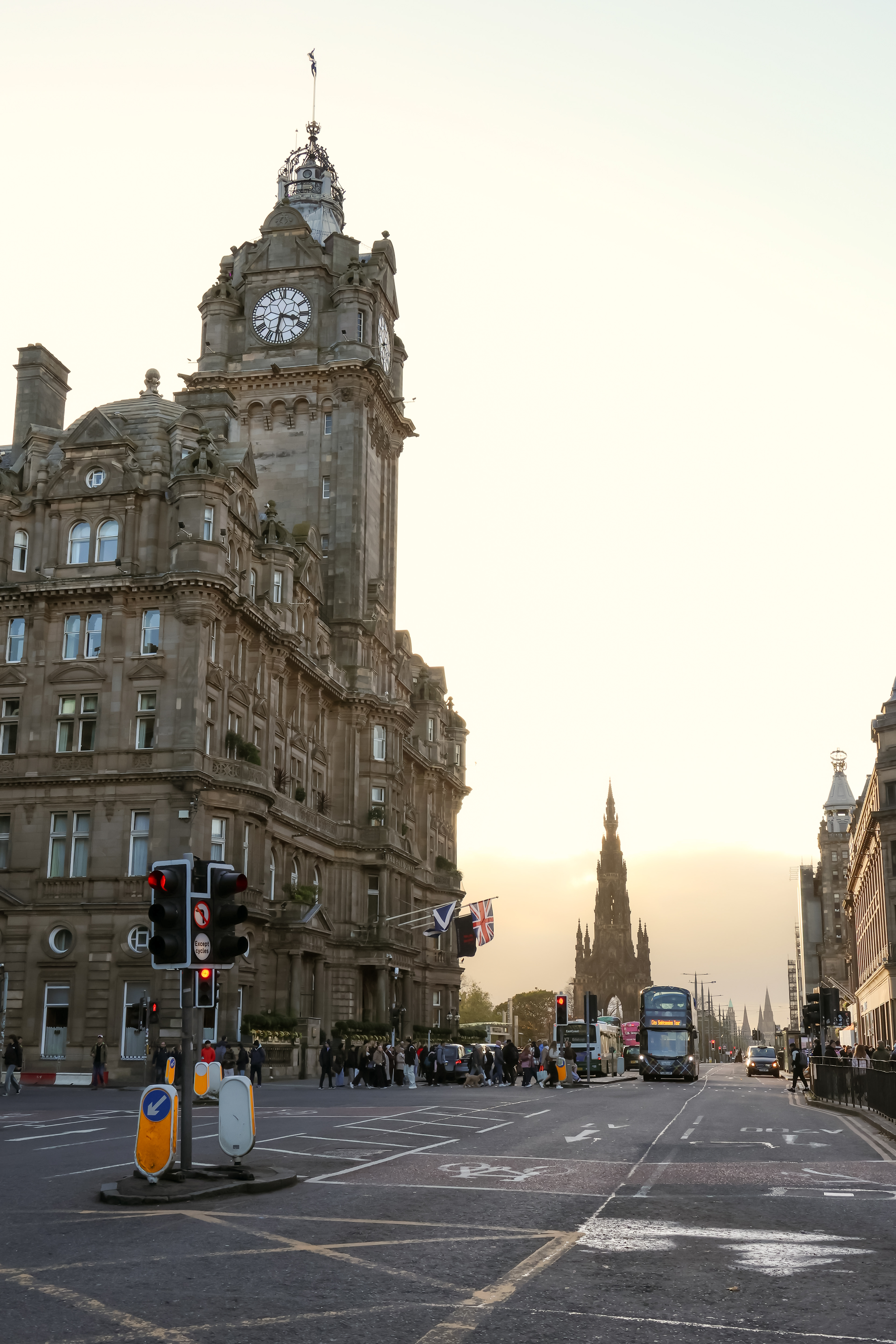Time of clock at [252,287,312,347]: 3:32
